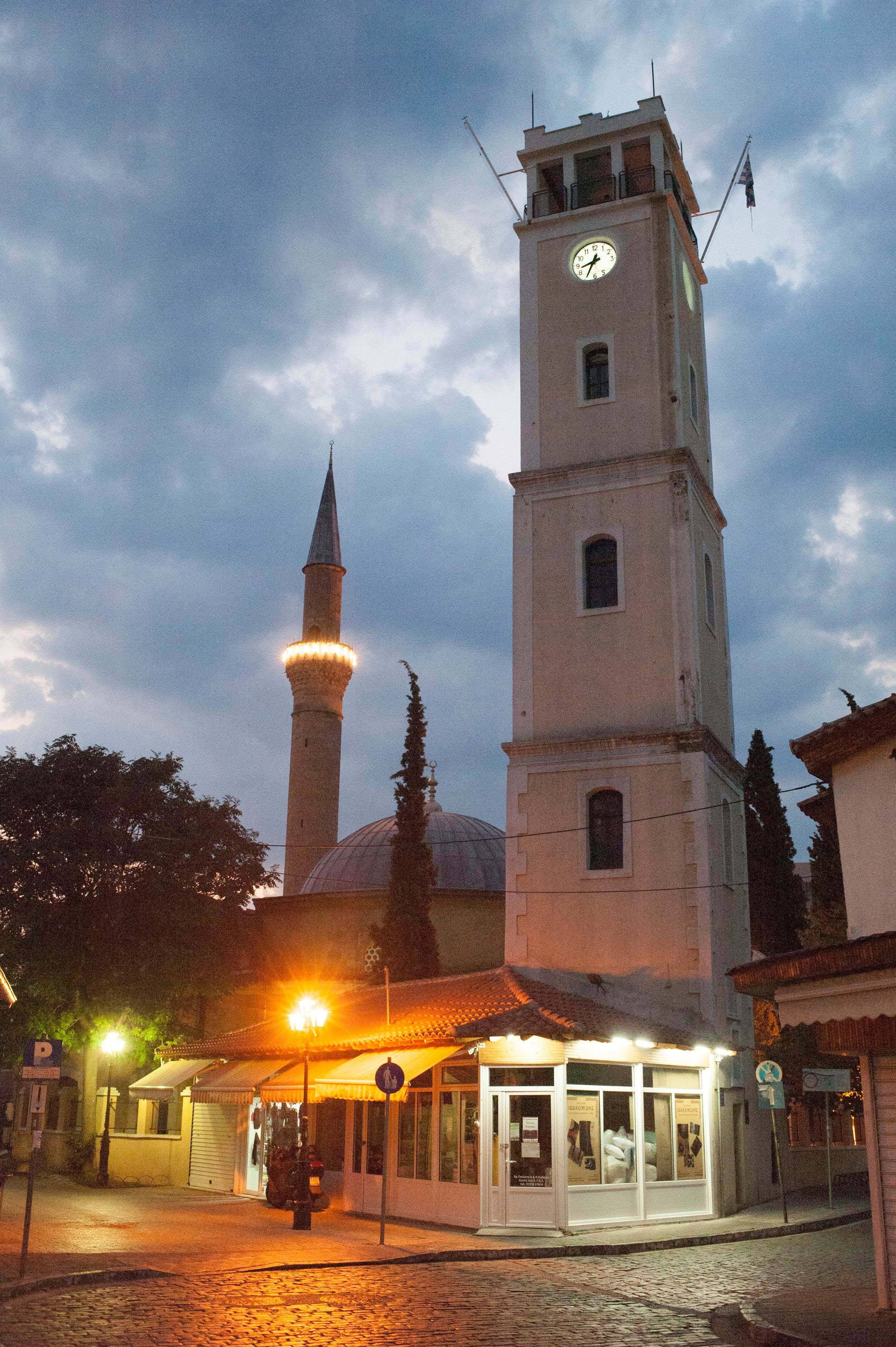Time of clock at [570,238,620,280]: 8:34
